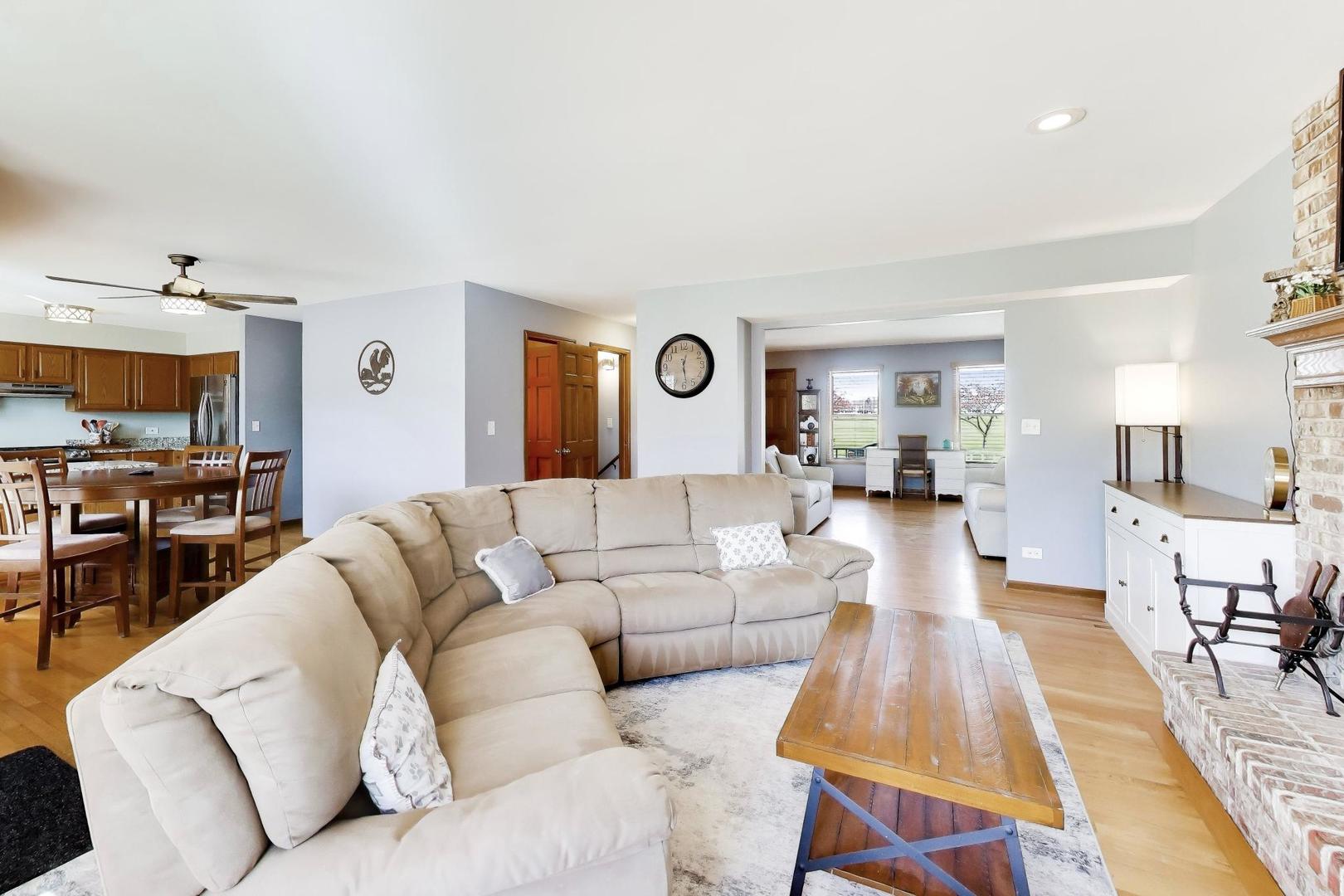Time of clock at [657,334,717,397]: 12:28
